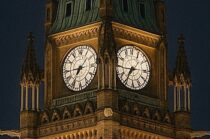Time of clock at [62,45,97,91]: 7:07
